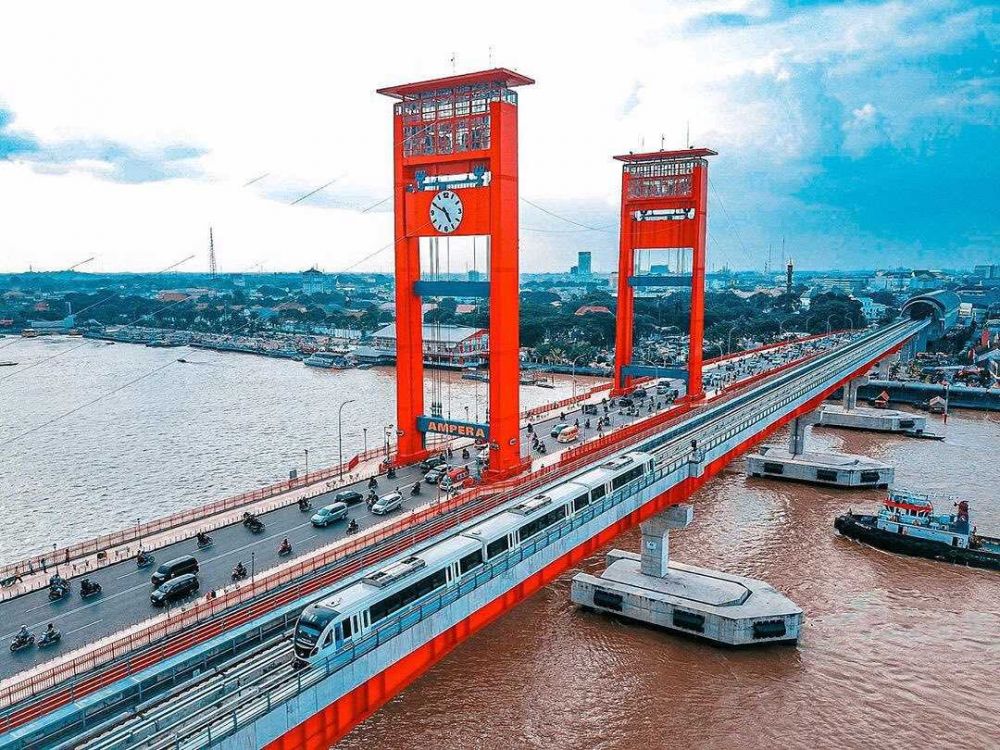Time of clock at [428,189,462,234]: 4:49
